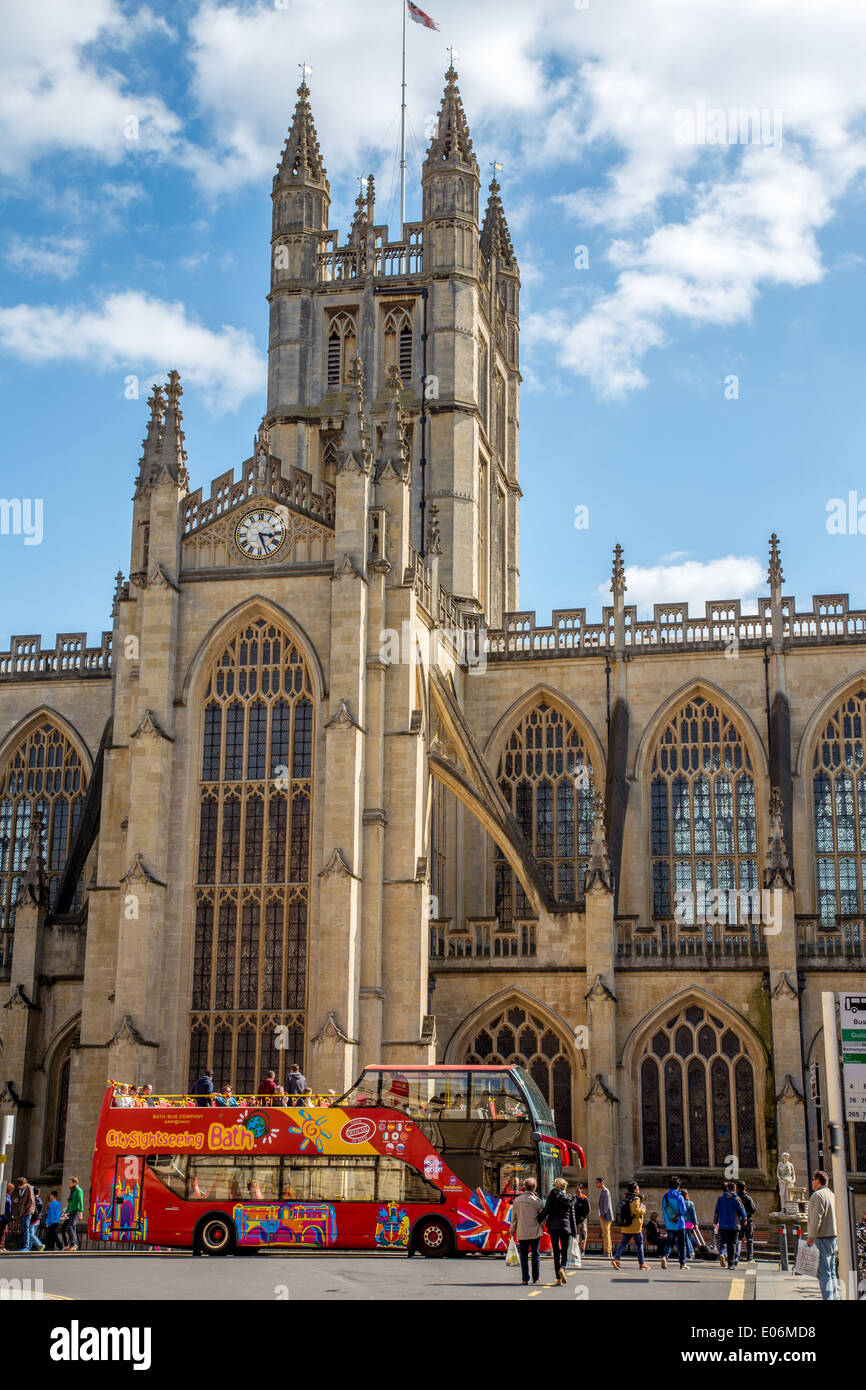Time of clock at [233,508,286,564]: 3:26
